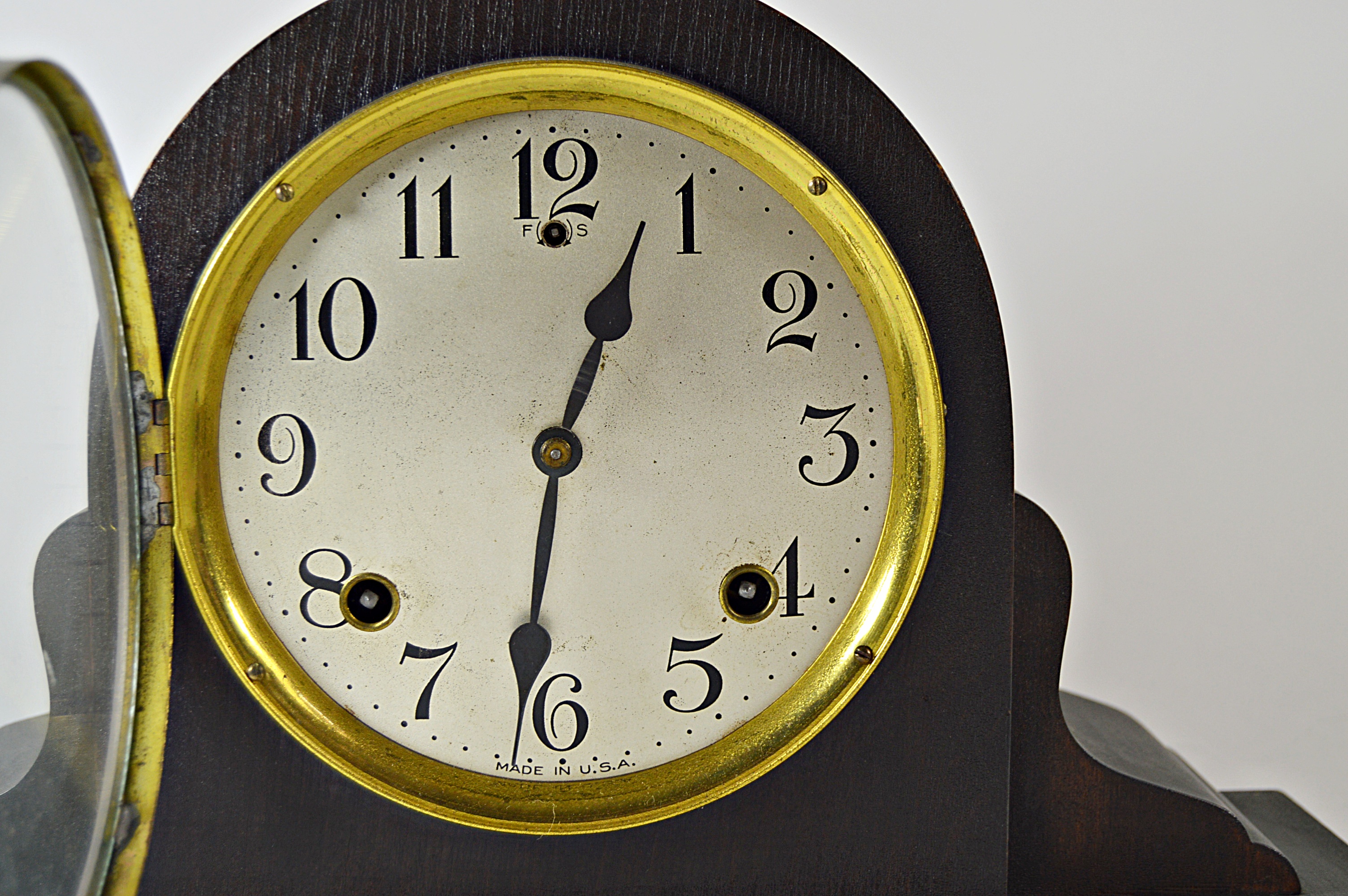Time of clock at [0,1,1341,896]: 12:31
